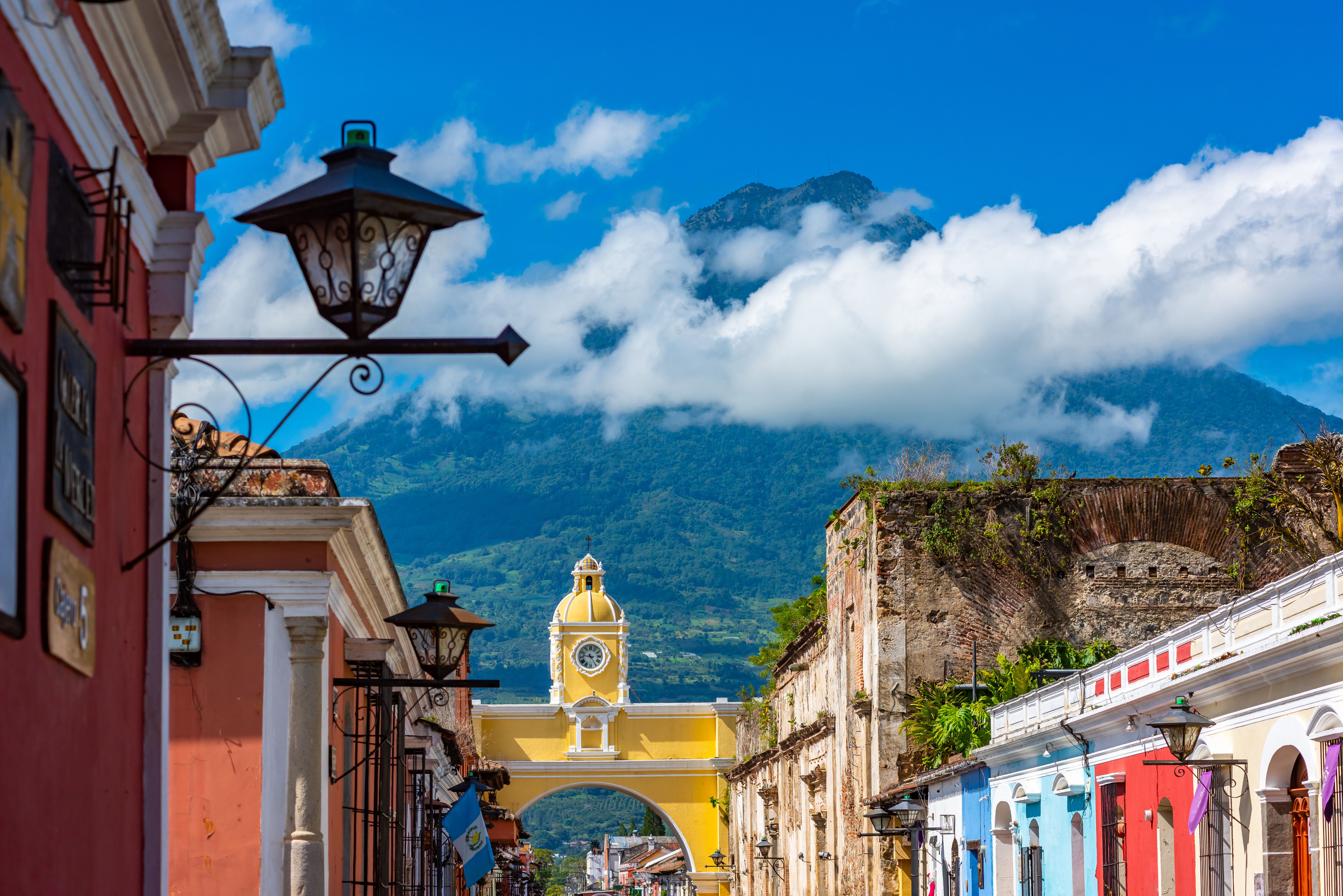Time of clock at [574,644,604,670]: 4:46
